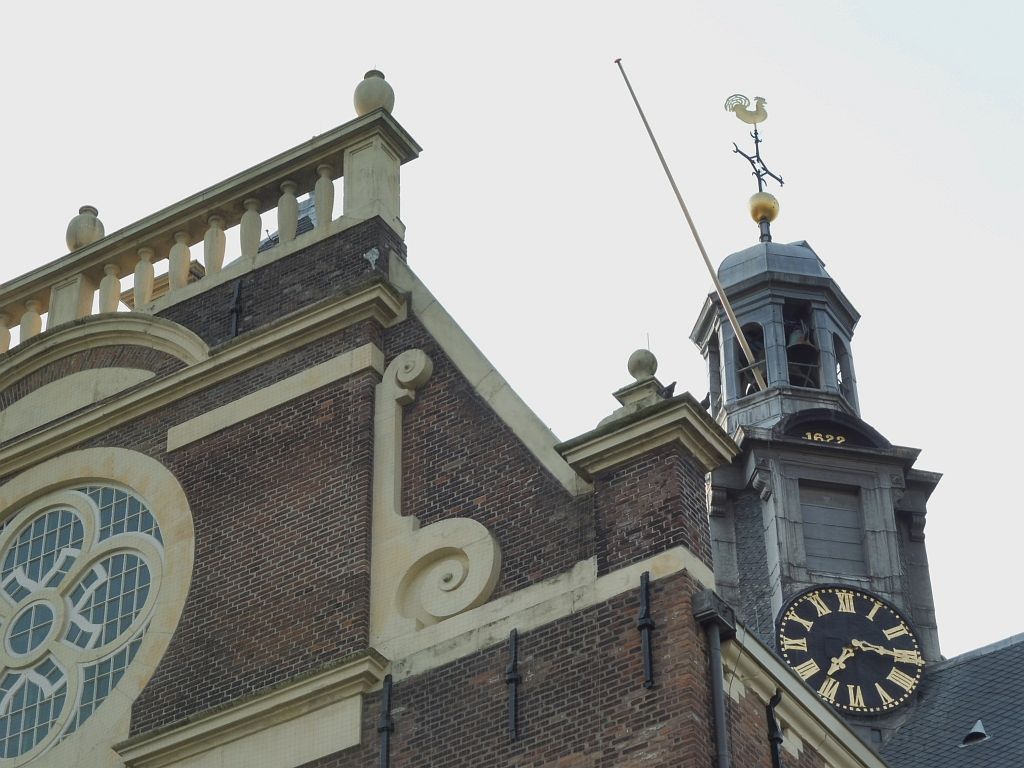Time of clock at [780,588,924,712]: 7:15
